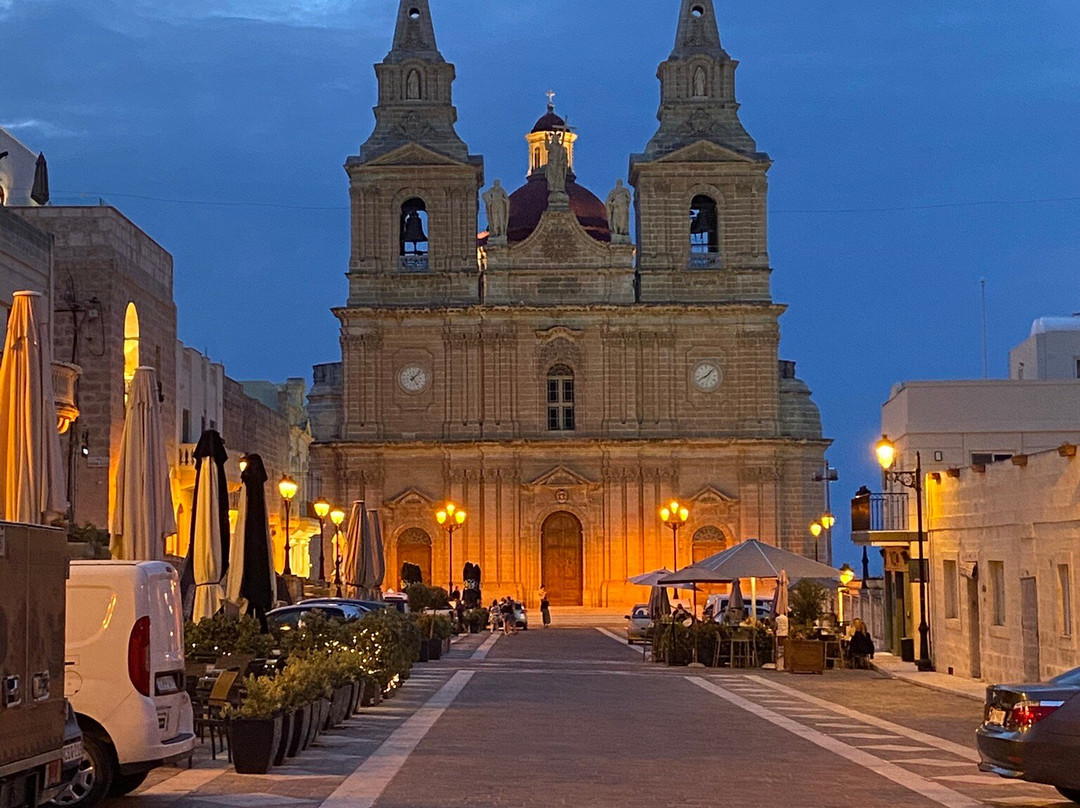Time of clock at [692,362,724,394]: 8:07
